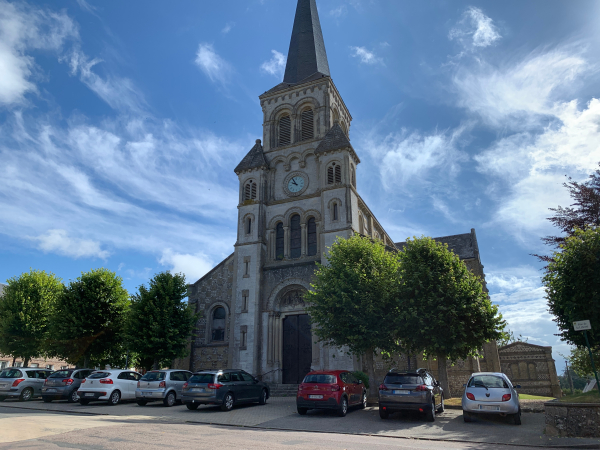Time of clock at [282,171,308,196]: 9:54
